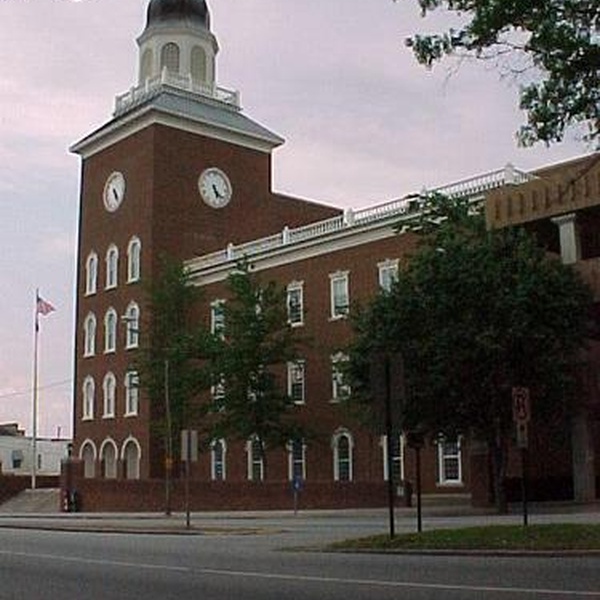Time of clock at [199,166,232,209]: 5:21
